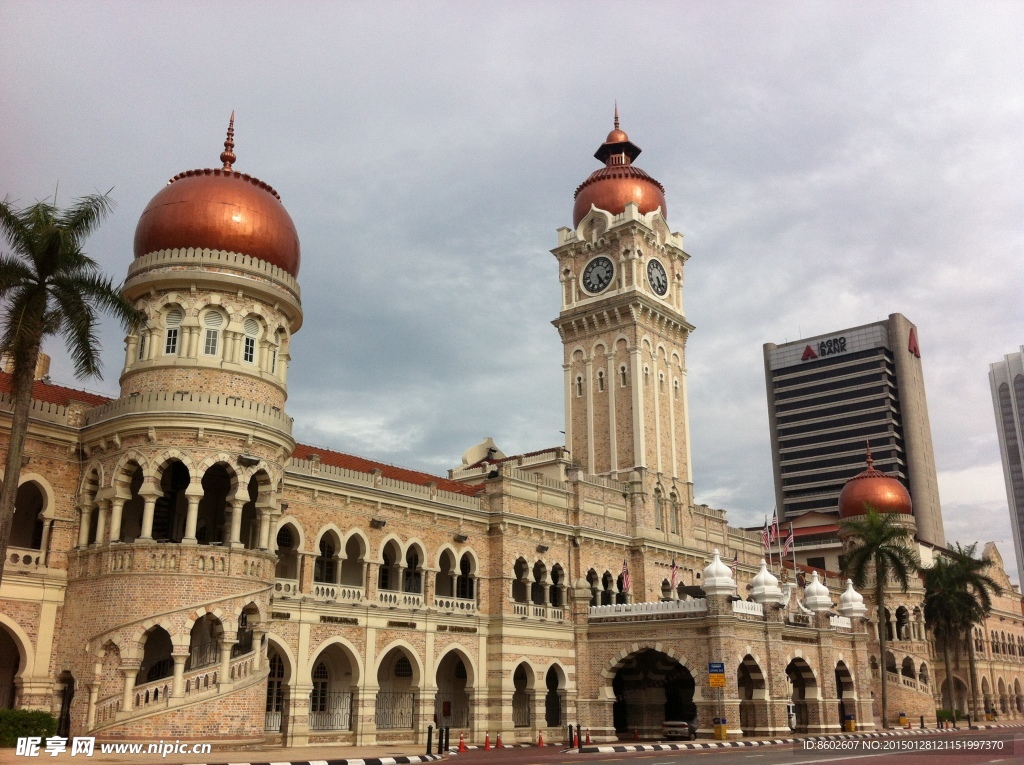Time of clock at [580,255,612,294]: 5:24
